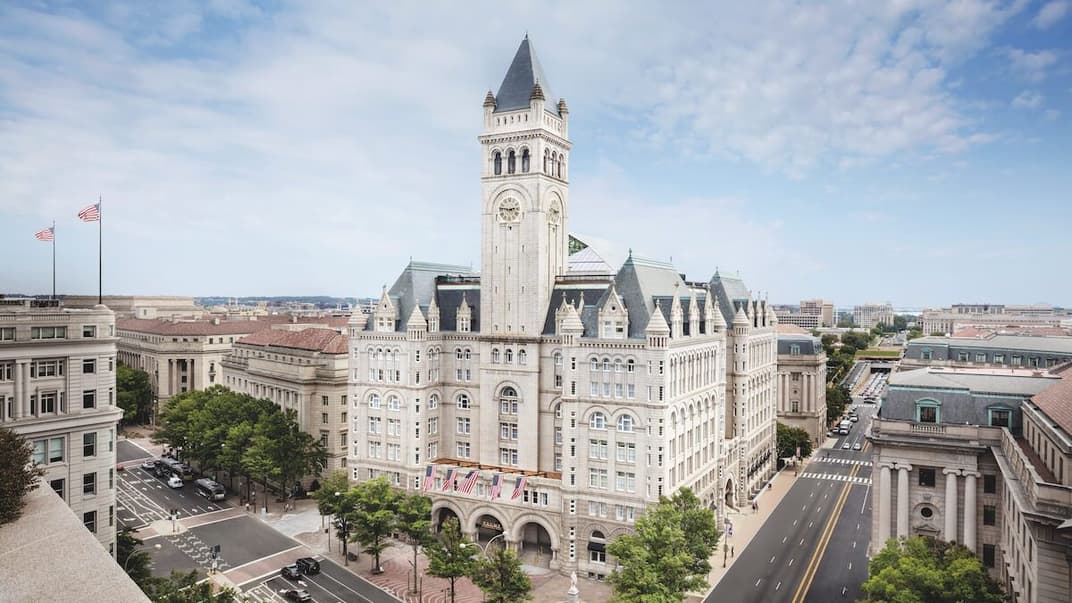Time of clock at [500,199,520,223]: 2:46
